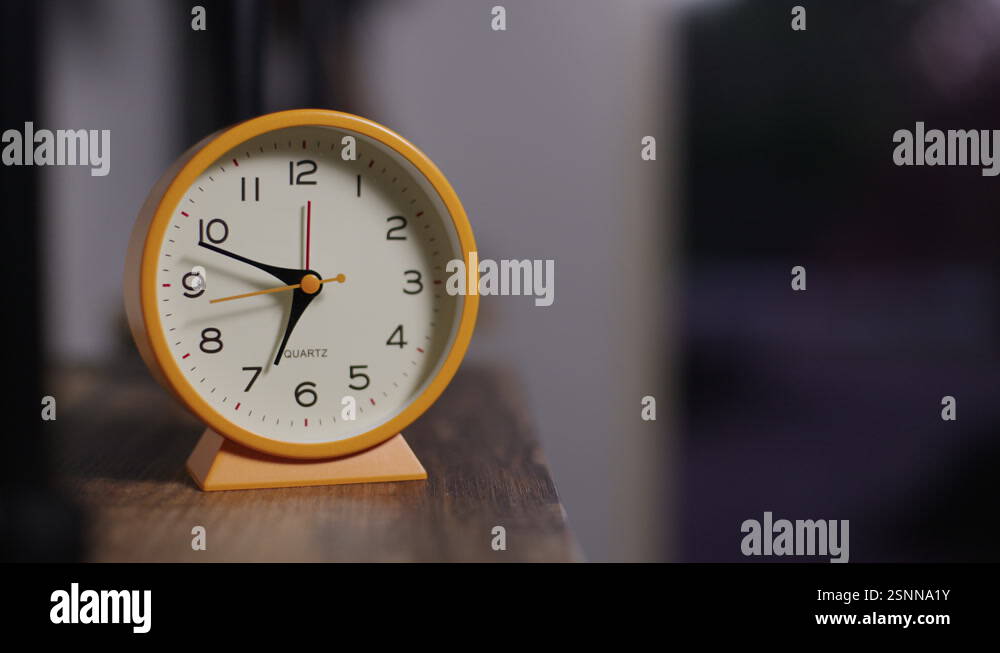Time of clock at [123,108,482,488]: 6:48
